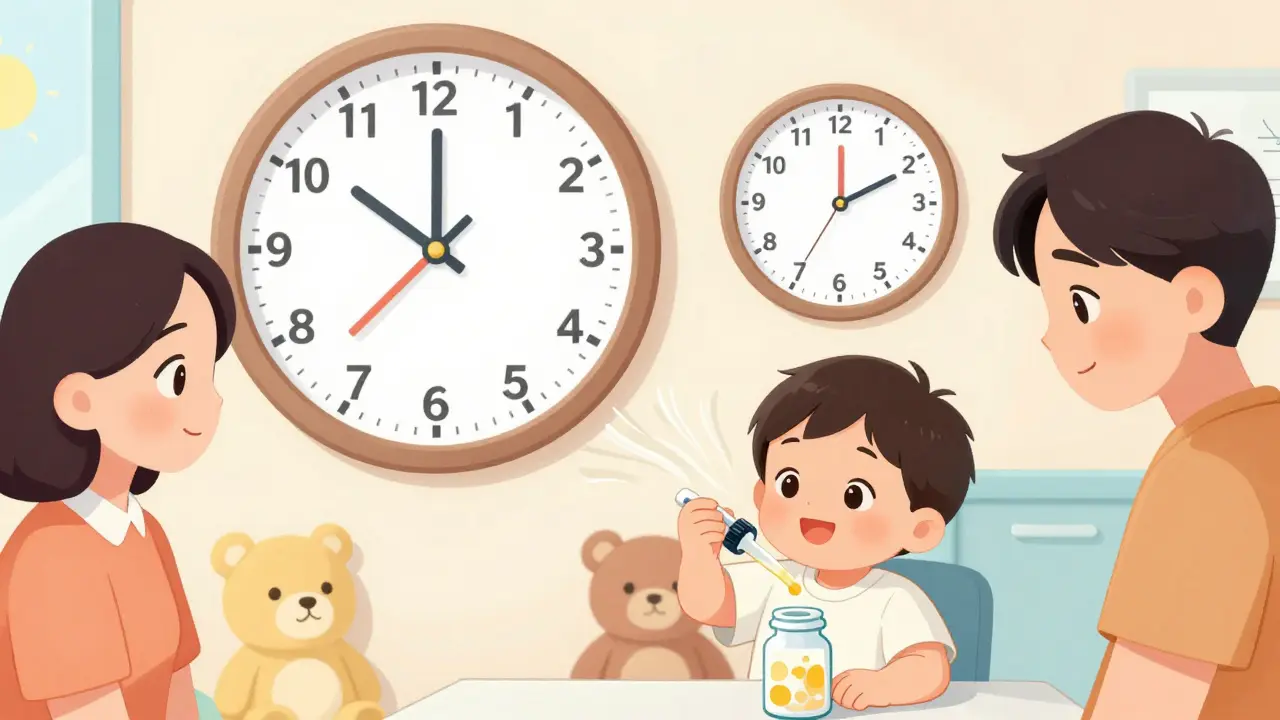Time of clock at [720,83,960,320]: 2:10
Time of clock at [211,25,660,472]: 10:00
